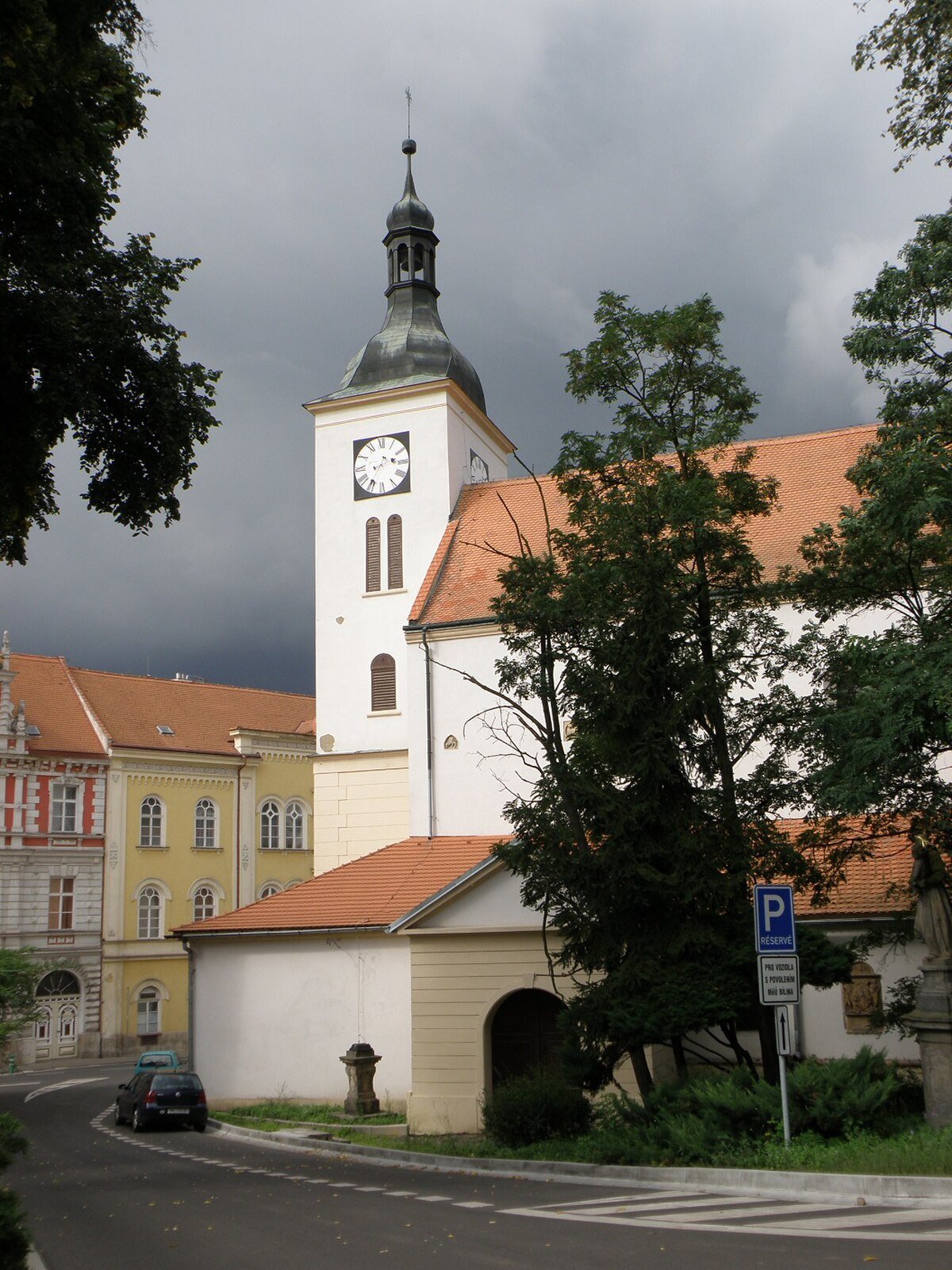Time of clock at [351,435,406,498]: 2:35
